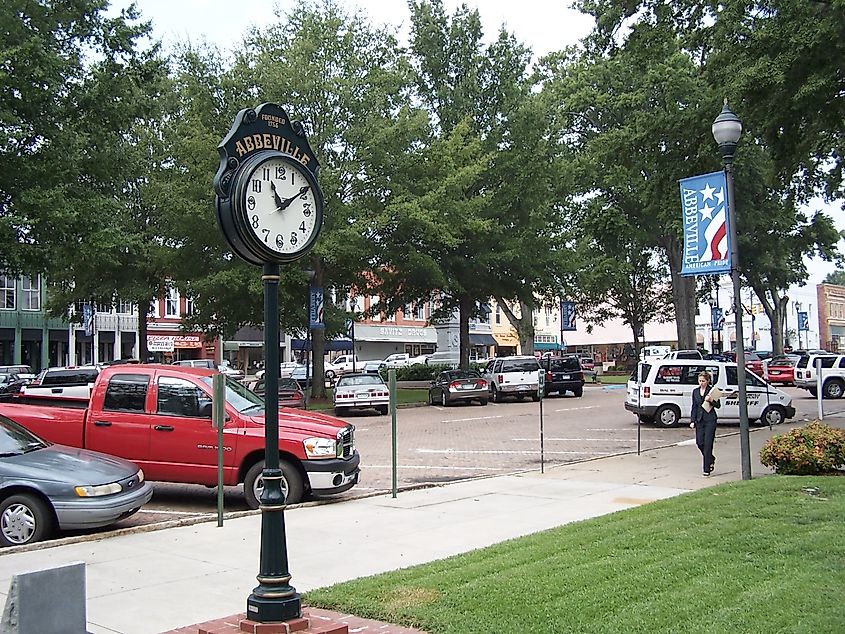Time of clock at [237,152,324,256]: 11:09
